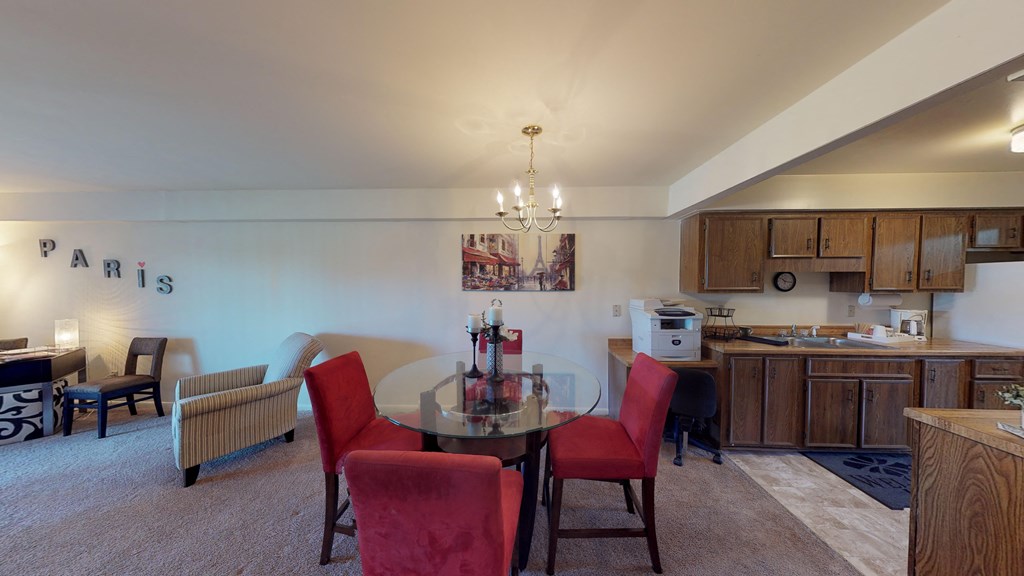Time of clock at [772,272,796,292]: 10:15
